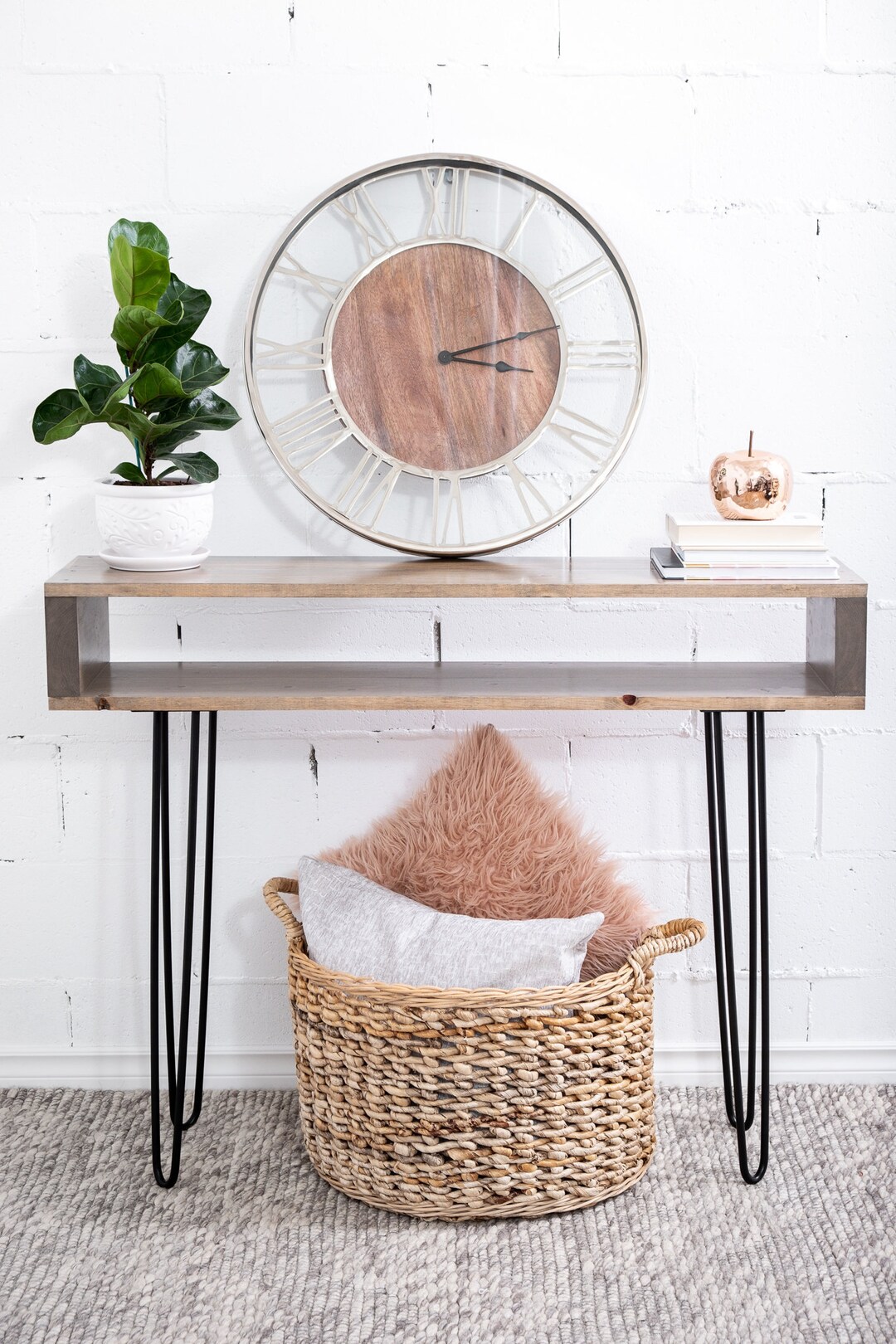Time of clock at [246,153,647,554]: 3:12
